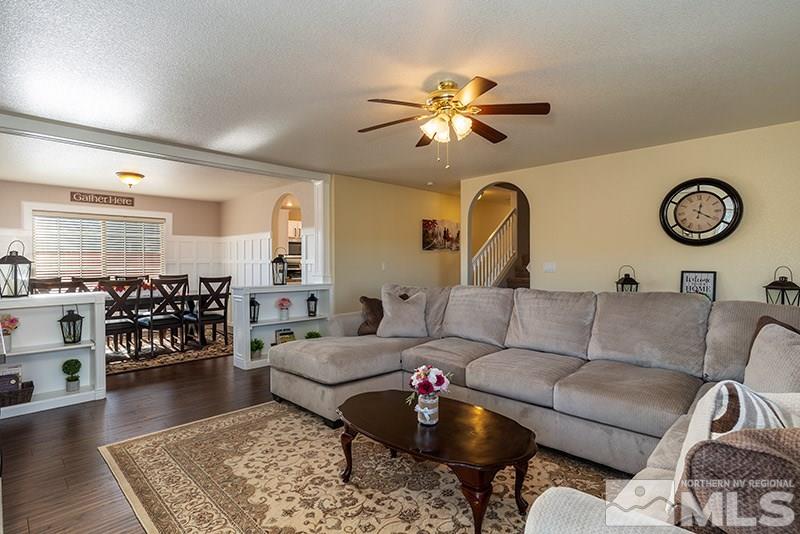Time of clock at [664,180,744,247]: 12:20
